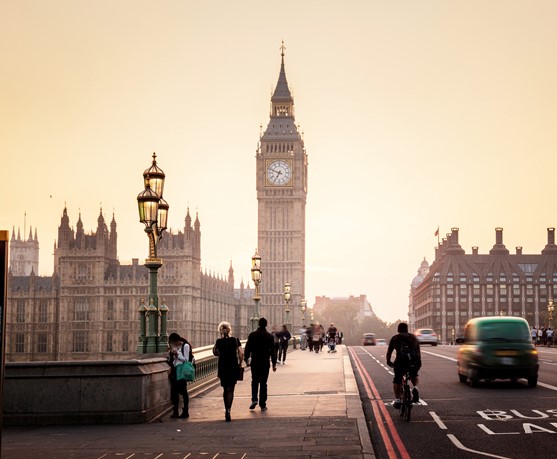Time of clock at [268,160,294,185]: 6:48
